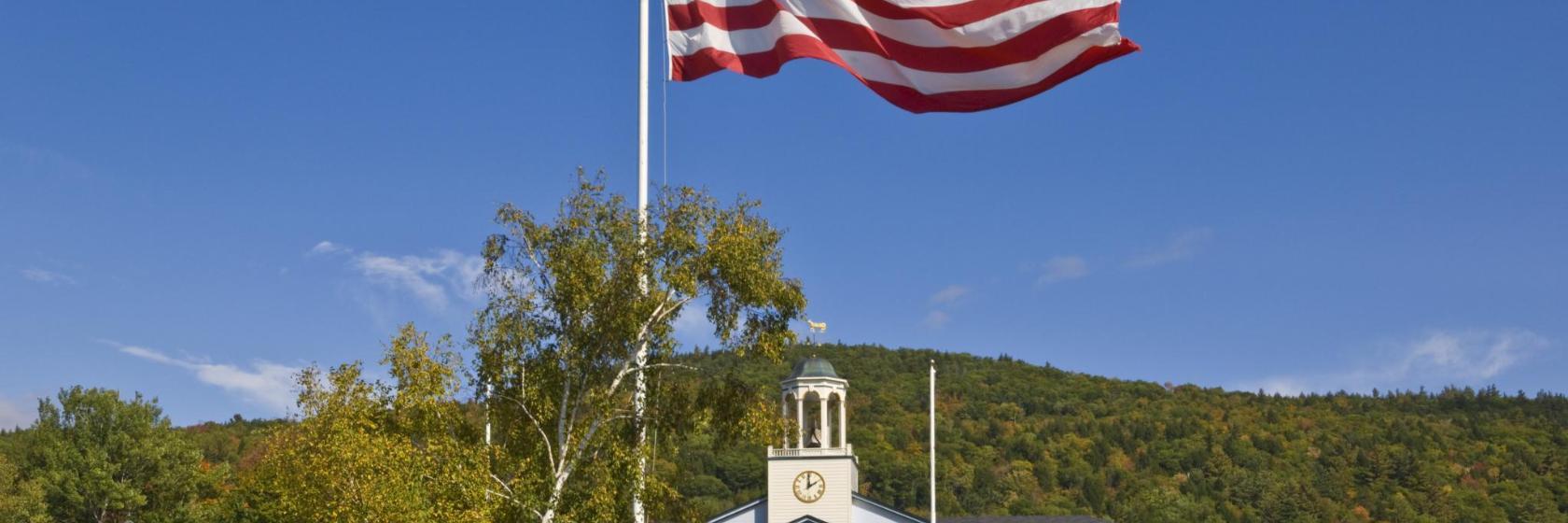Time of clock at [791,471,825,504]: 1:59
